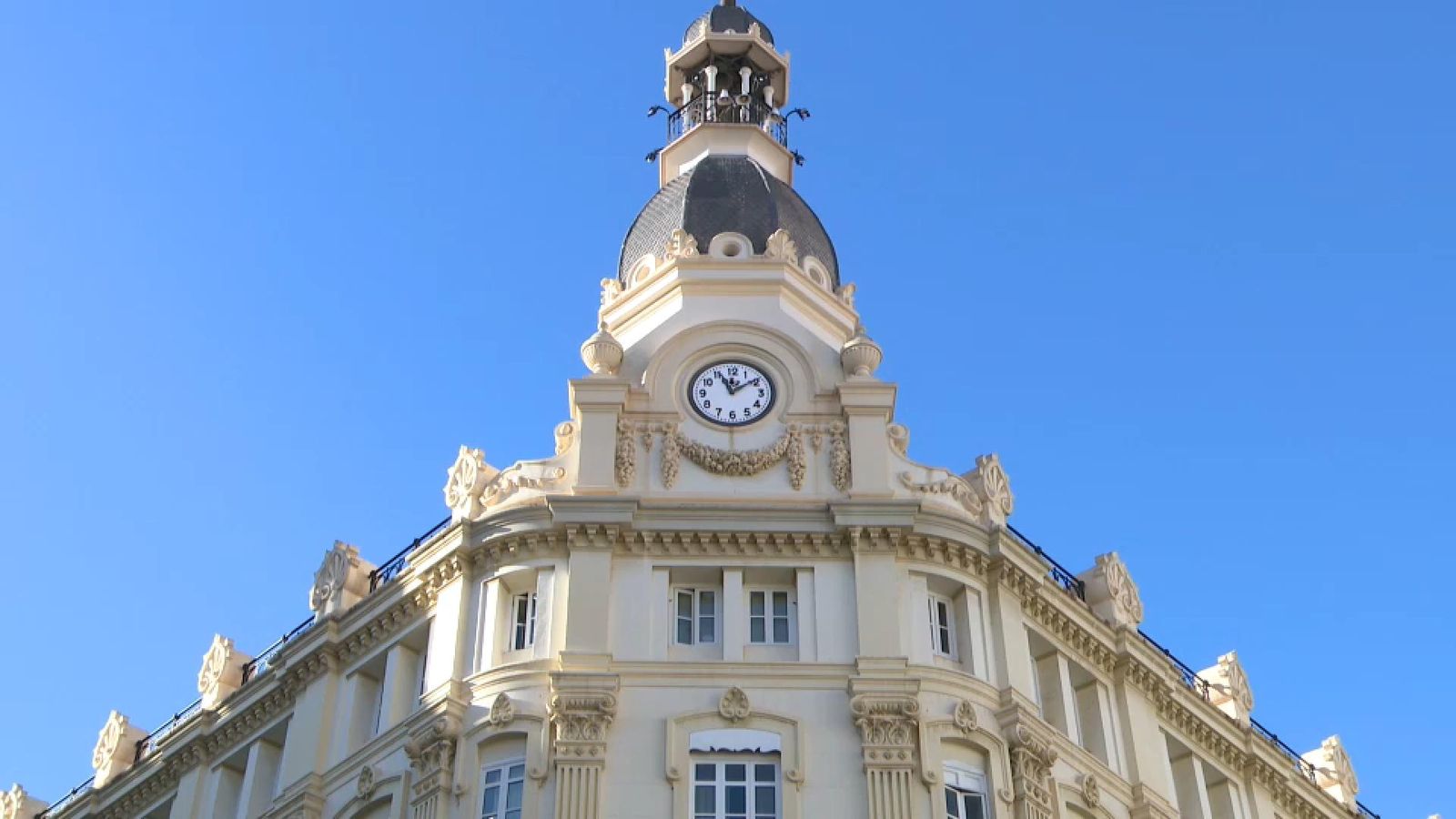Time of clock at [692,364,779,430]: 11:09
